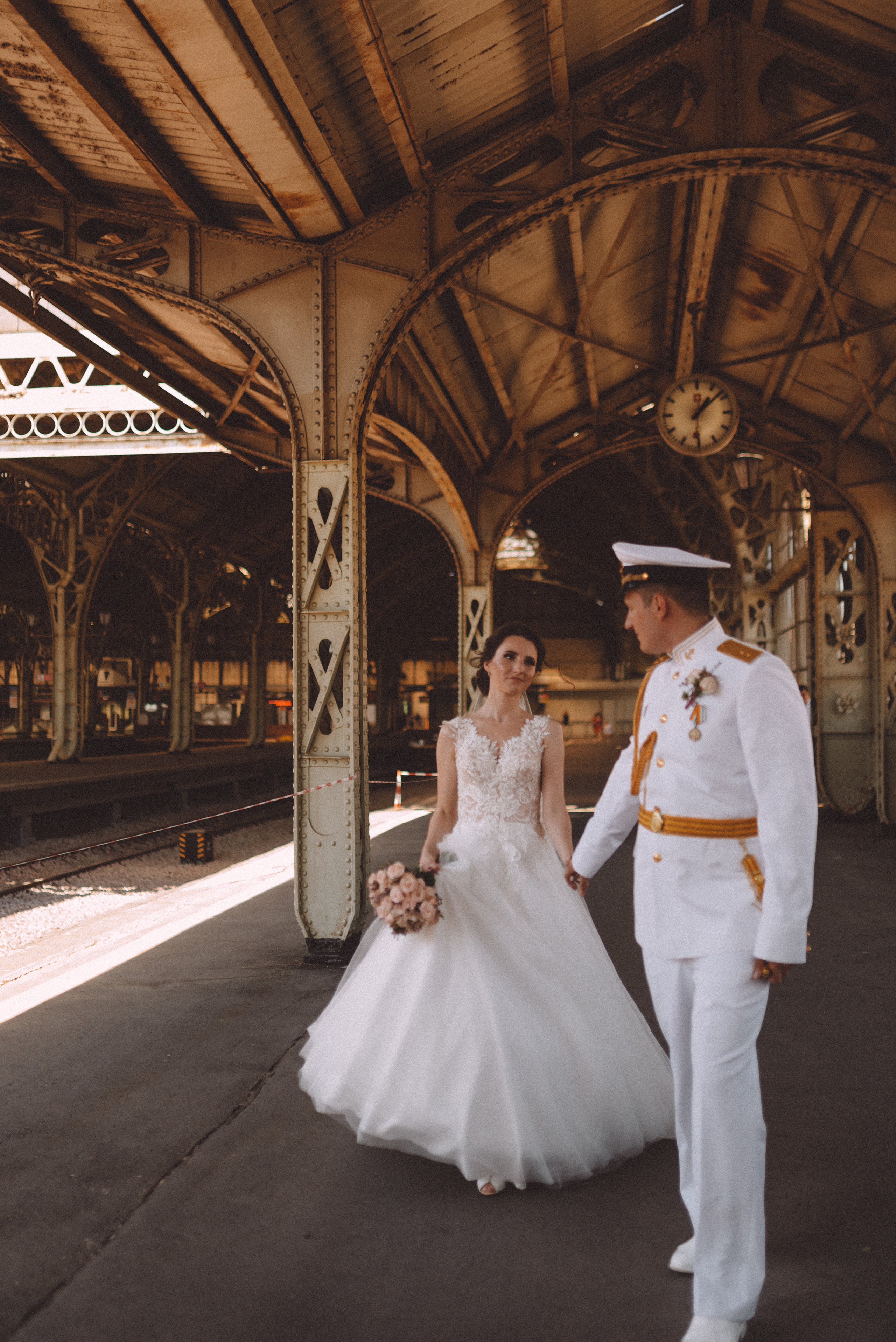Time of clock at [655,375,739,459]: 1:08
